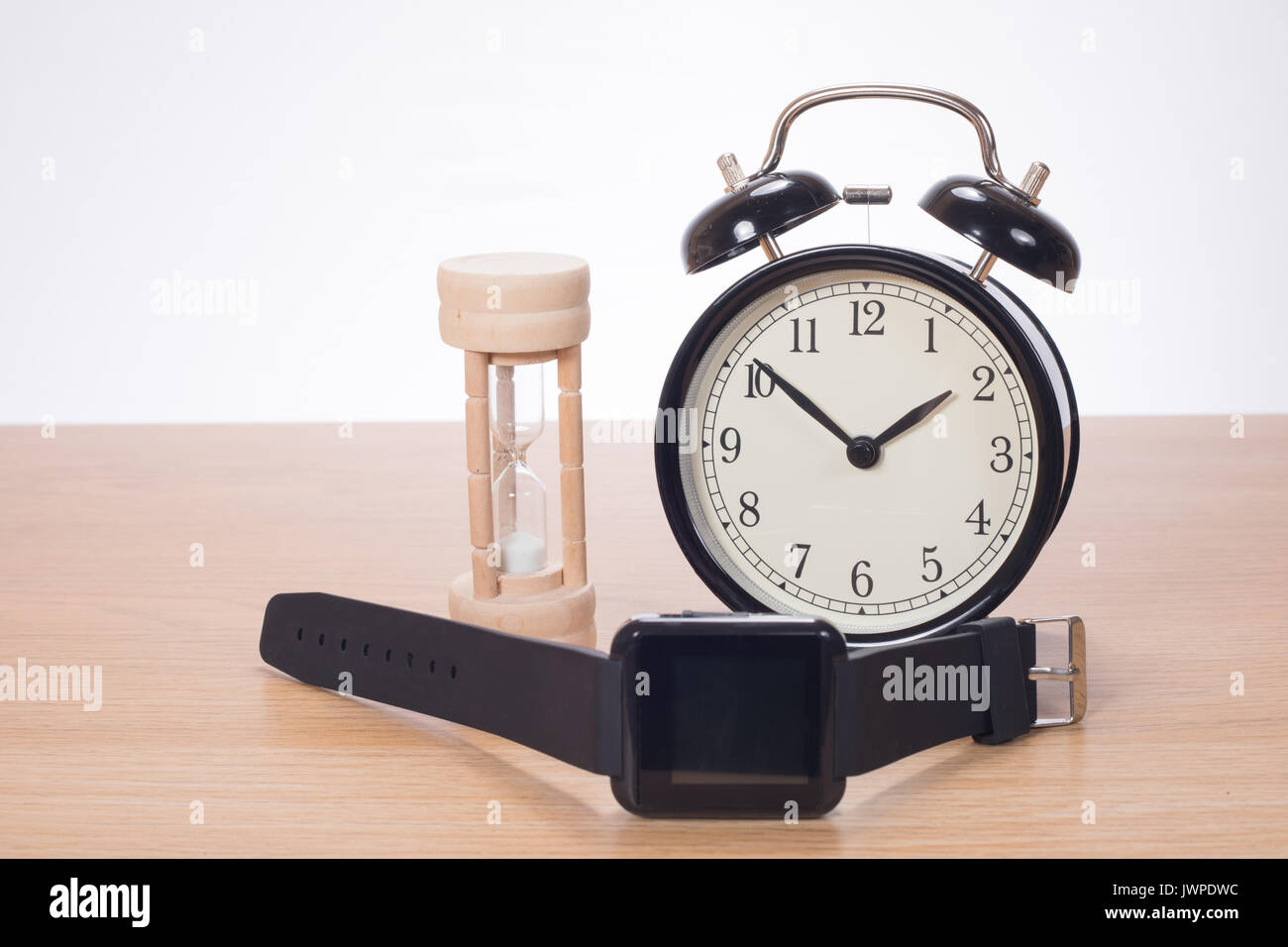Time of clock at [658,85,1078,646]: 1:51
